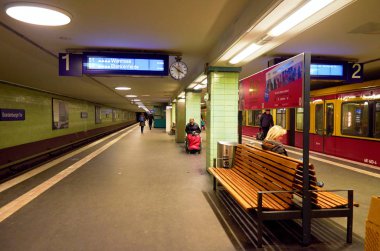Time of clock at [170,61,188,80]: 3:51
